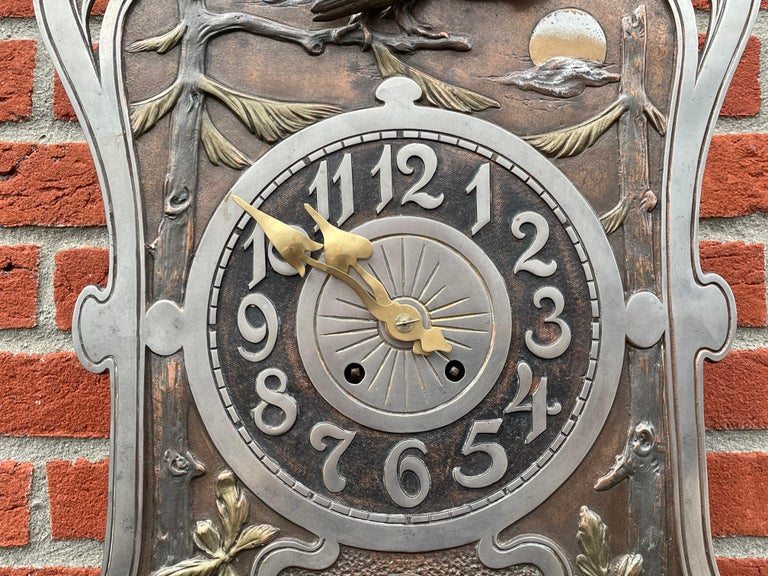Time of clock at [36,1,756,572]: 3:52
